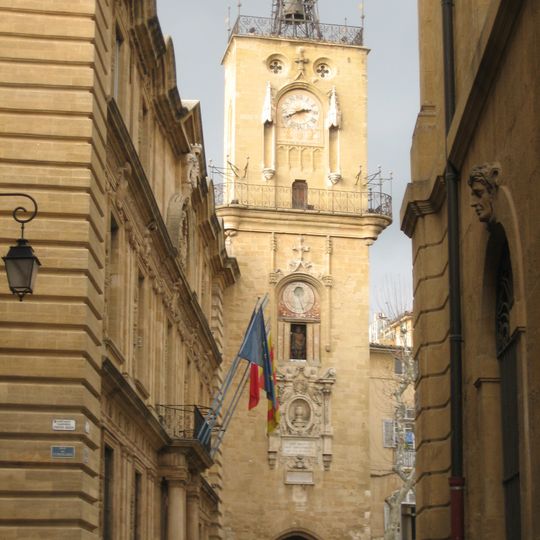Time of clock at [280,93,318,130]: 2:40
